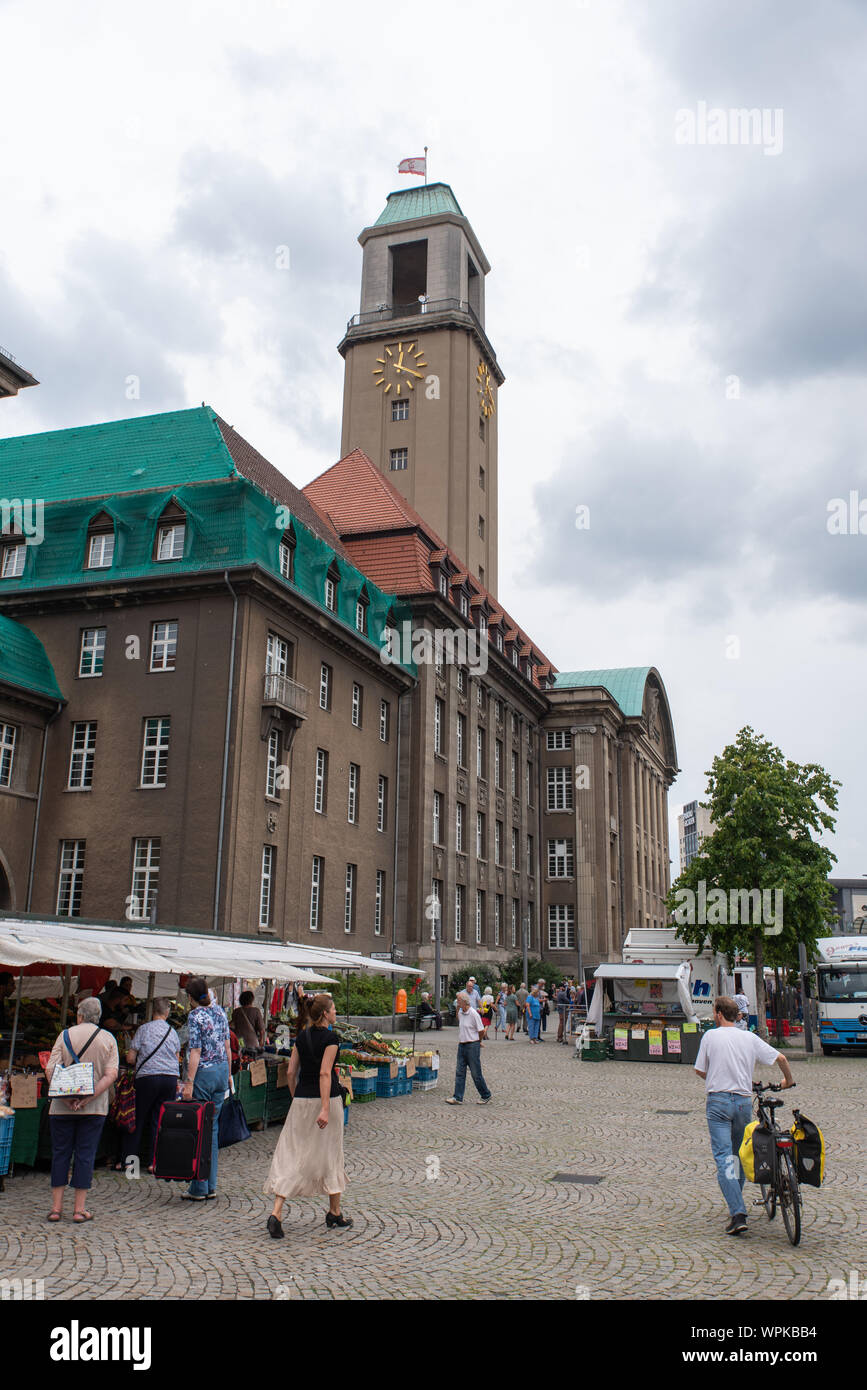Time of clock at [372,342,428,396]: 12:18
